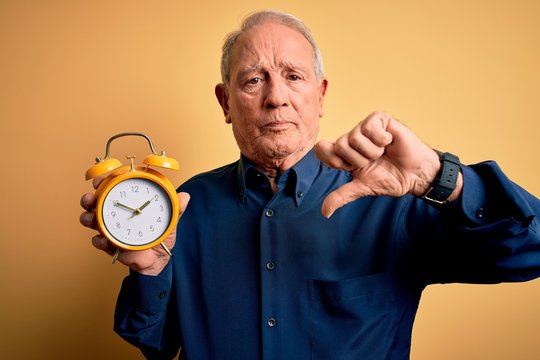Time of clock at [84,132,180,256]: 1:50
